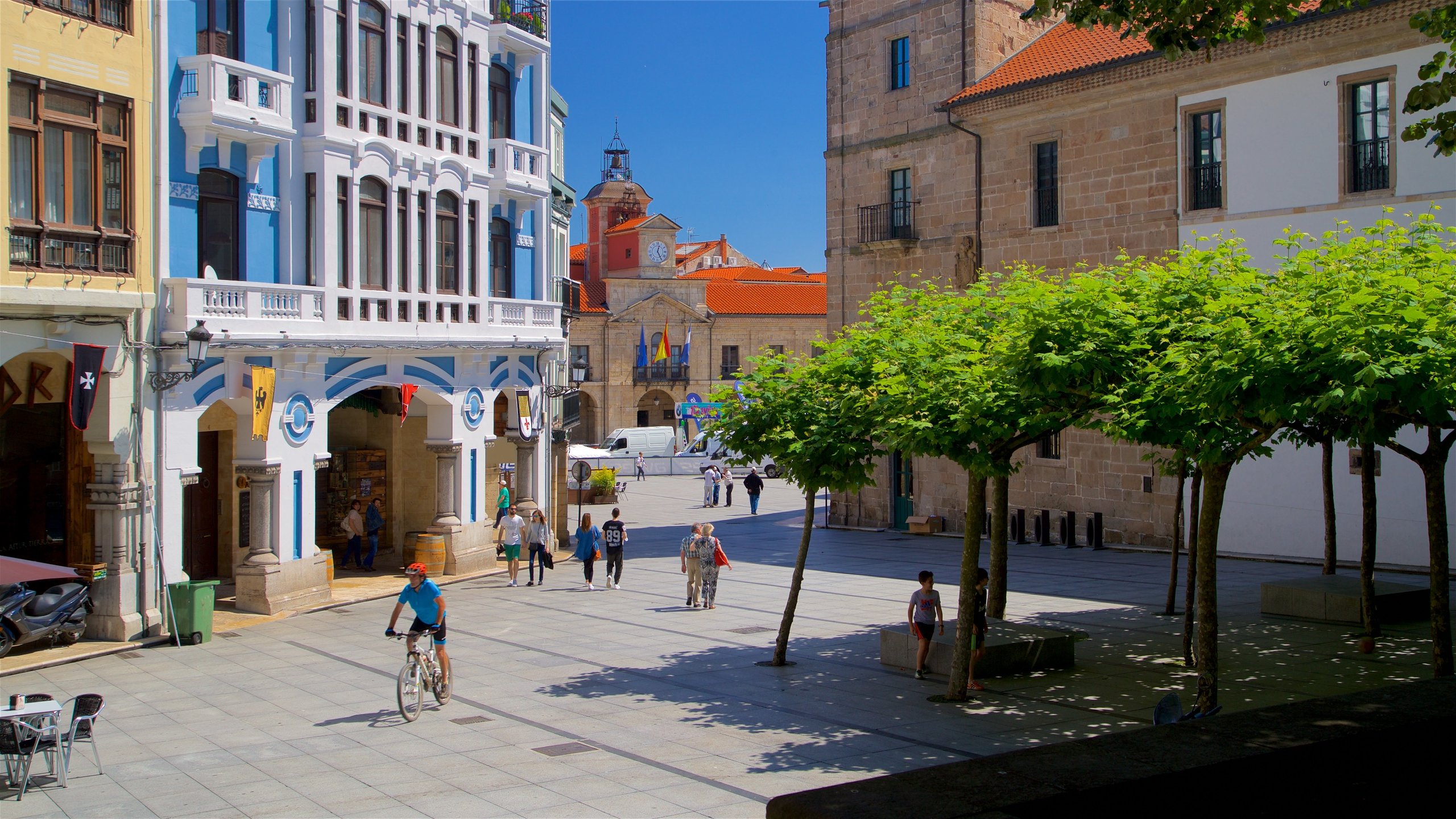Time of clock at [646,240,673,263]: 5:03
